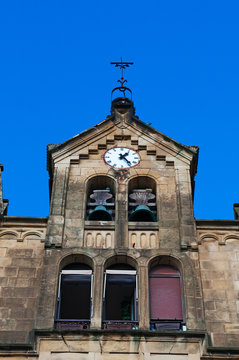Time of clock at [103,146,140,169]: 1:24
